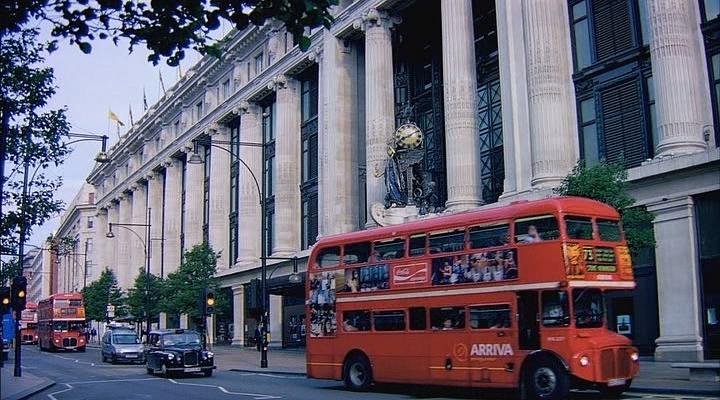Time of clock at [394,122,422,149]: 8:09
